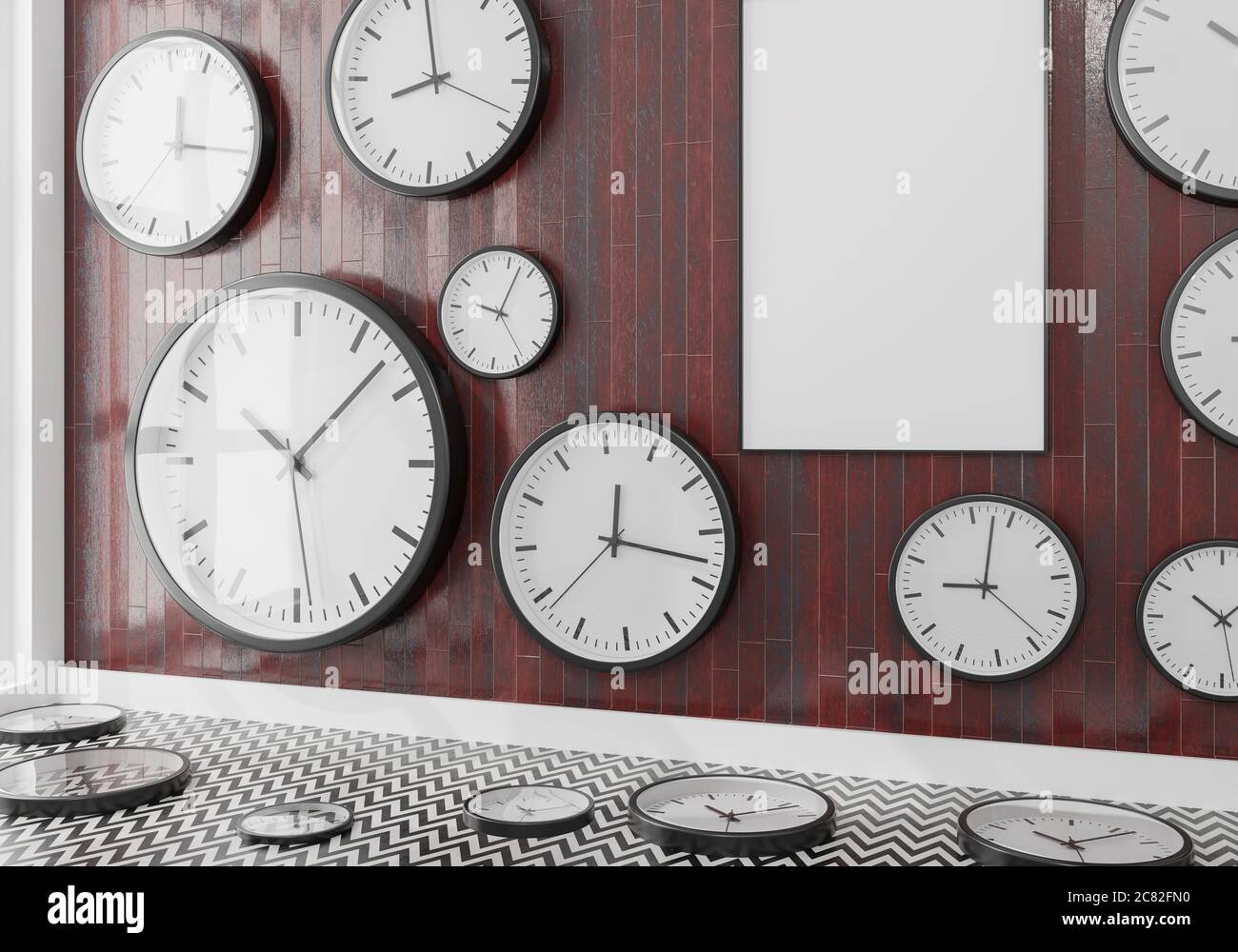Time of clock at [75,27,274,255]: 12:17
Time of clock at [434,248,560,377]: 9:02
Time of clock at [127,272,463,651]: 10:07
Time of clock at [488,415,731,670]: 12:17
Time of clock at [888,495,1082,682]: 9:02
